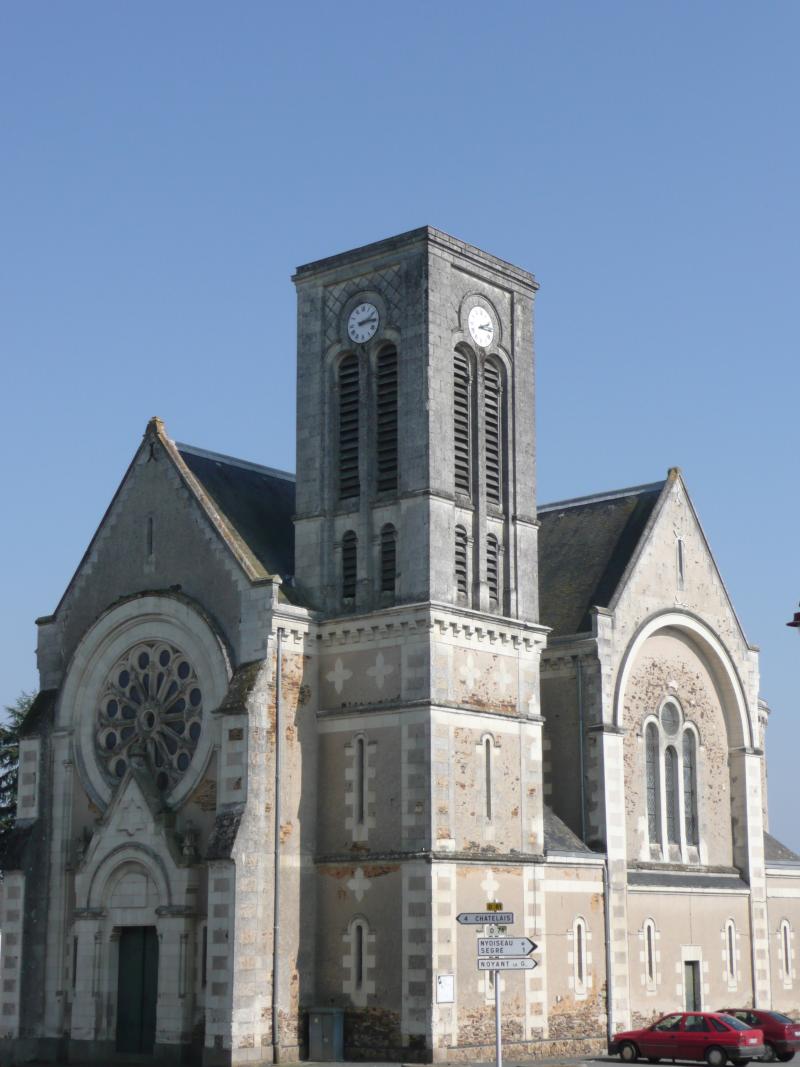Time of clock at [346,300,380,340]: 2:14
